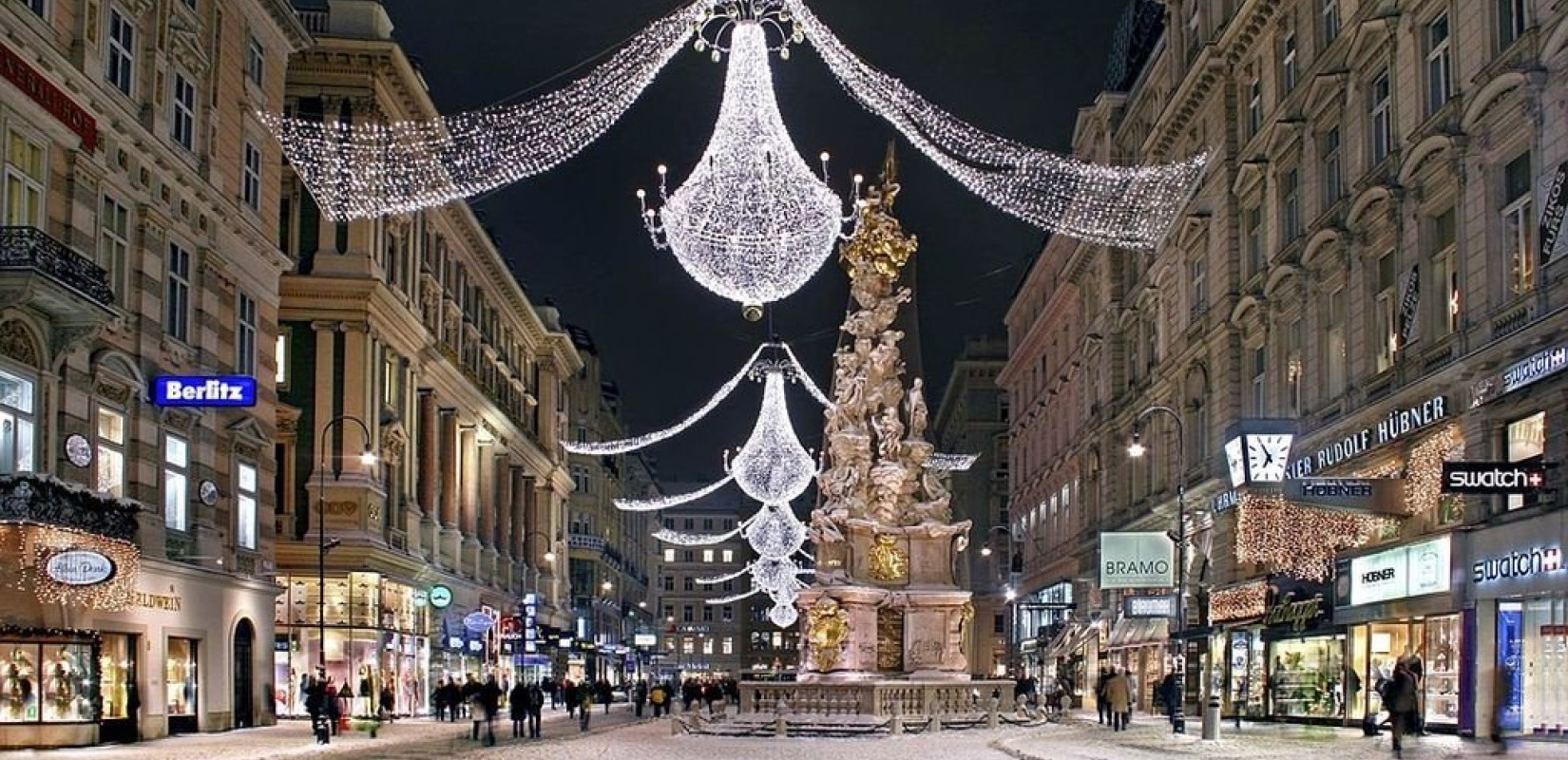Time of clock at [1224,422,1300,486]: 6:54
